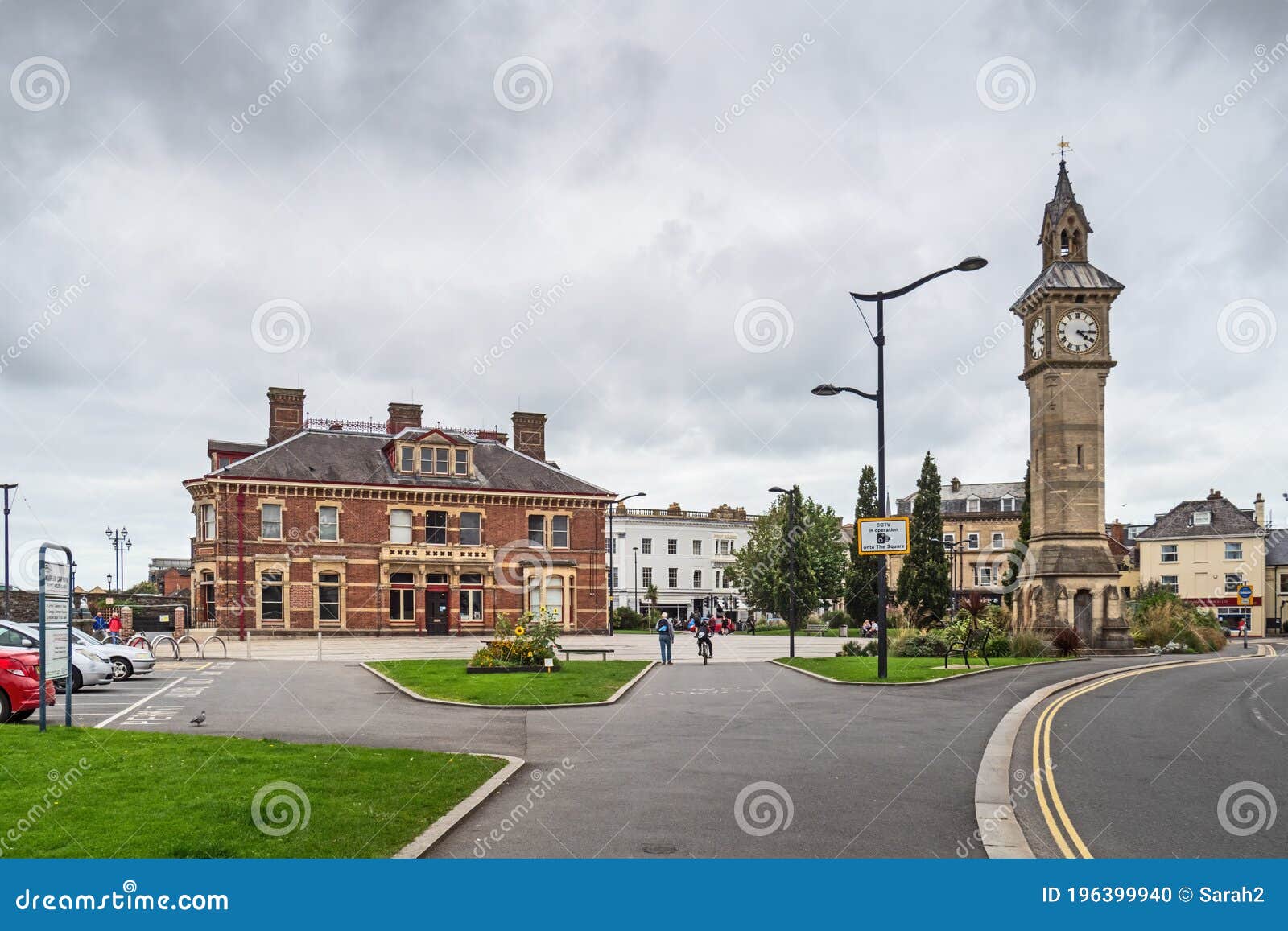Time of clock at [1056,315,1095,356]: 4:15
